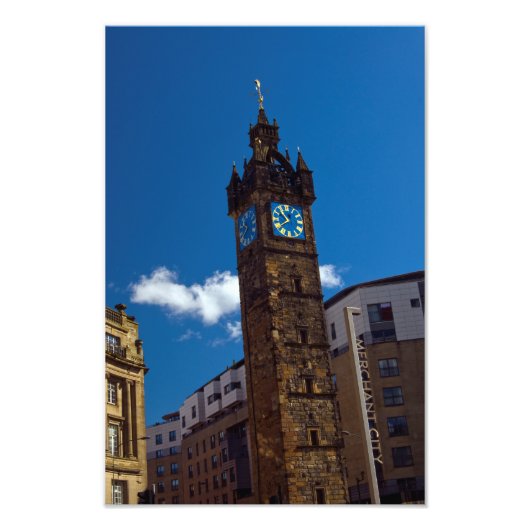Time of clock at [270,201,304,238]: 10:39
